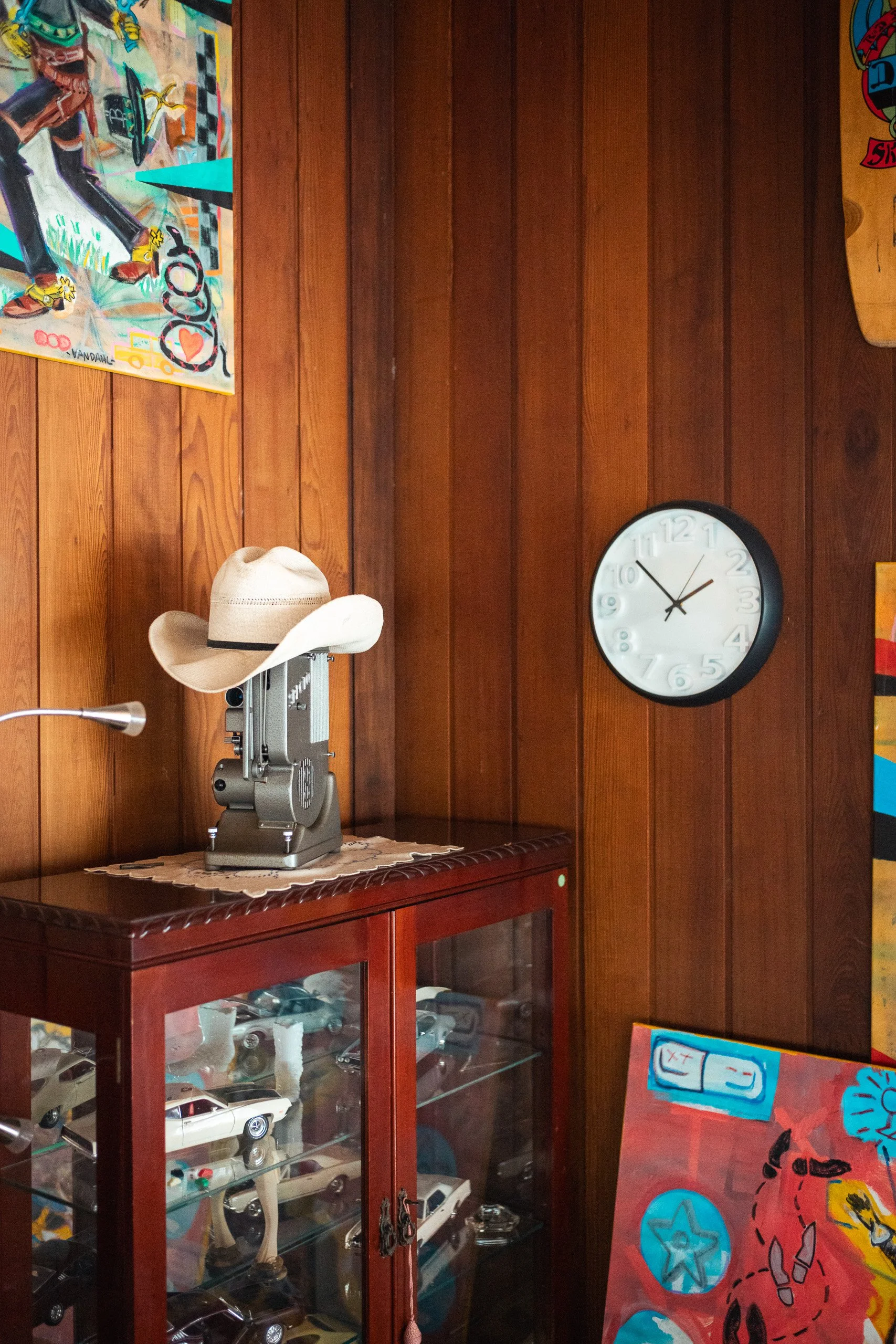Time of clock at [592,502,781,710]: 1:52
